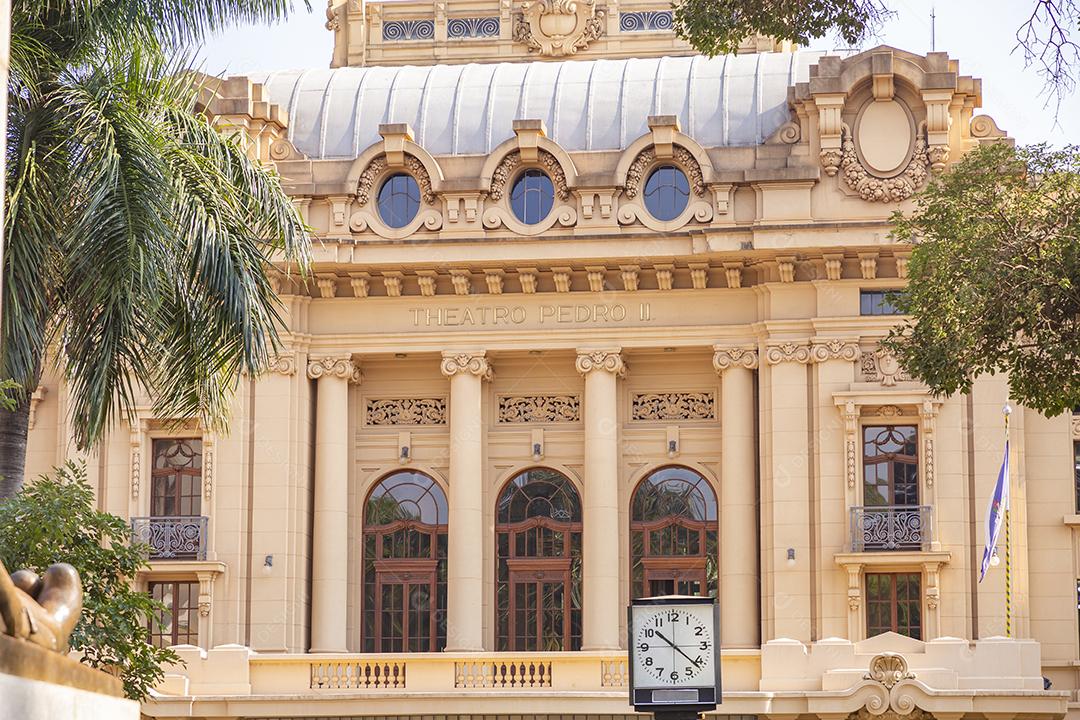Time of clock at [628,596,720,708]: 10:21
